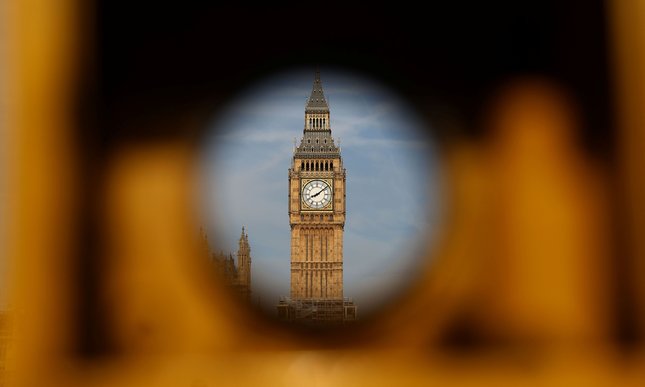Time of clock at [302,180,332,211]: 8:08
